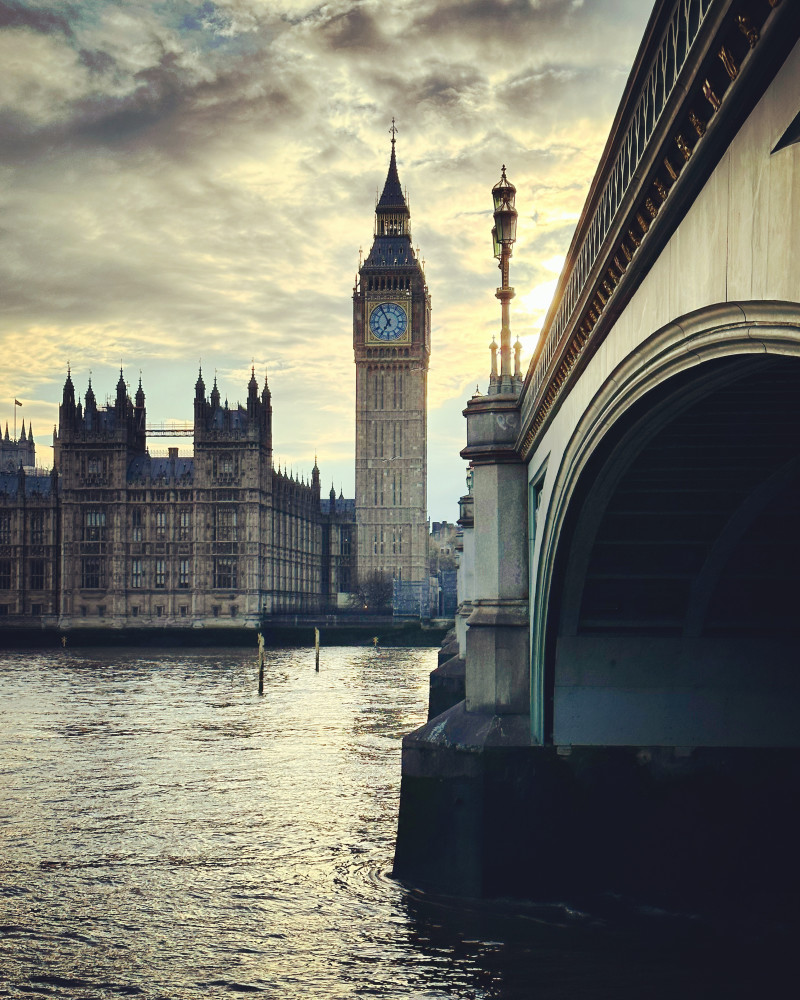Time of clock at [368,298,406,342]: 6:55
